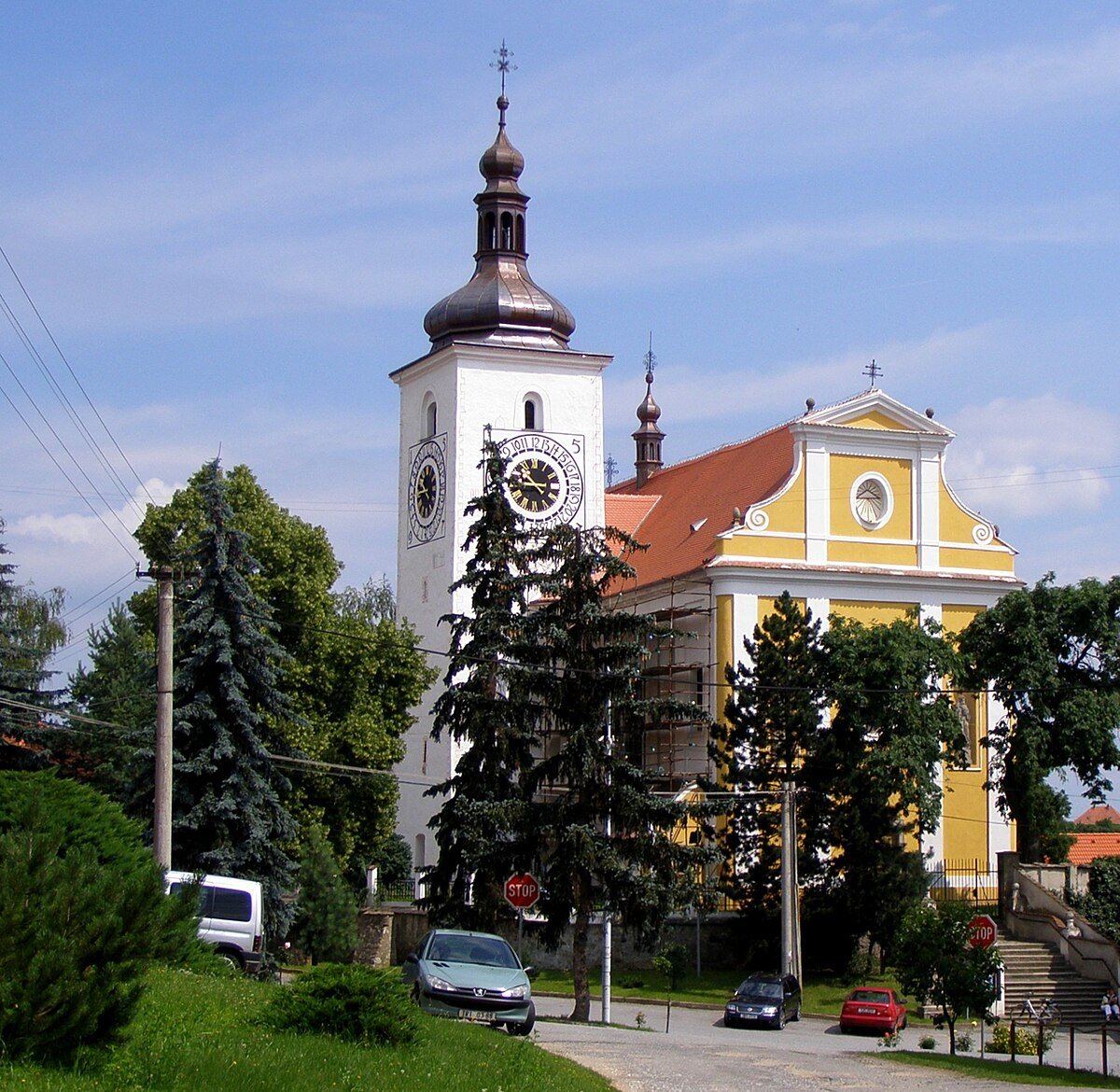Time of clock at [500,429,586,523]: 10:45
